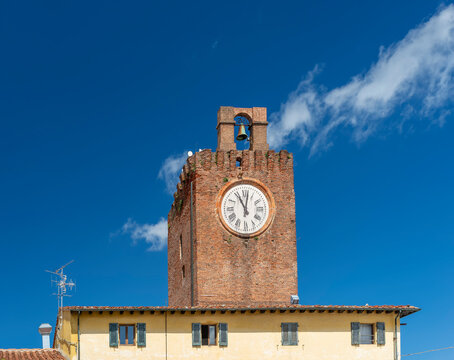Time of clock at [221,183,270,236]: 11:01
